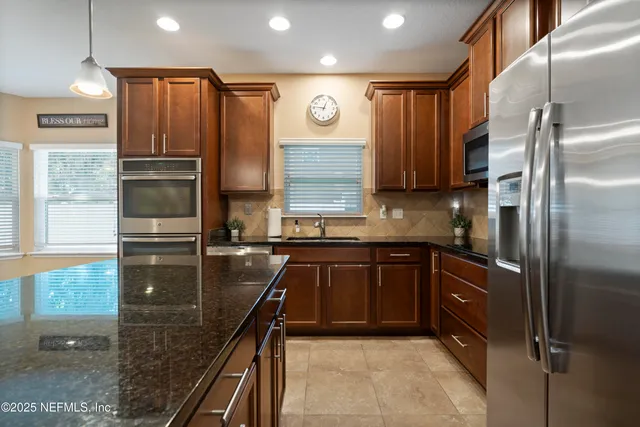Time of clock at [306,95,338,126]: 12:46
